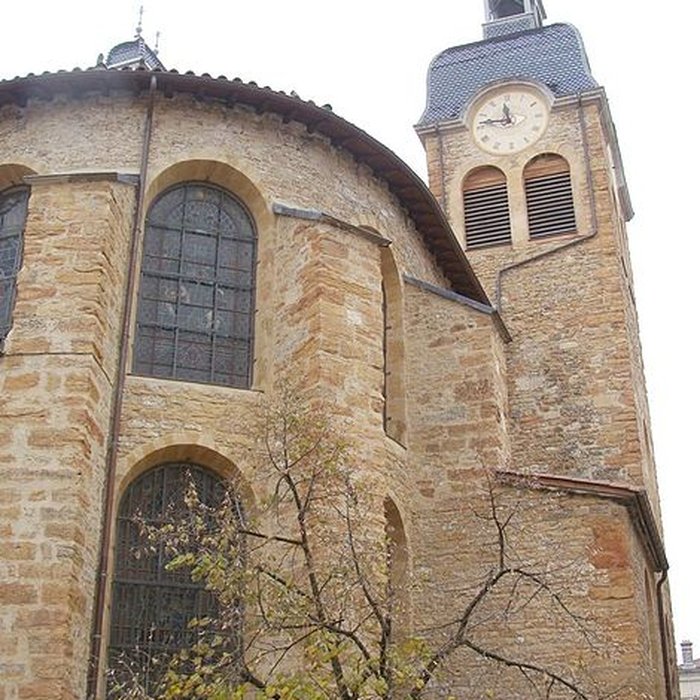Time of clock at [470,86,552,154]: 11:46
